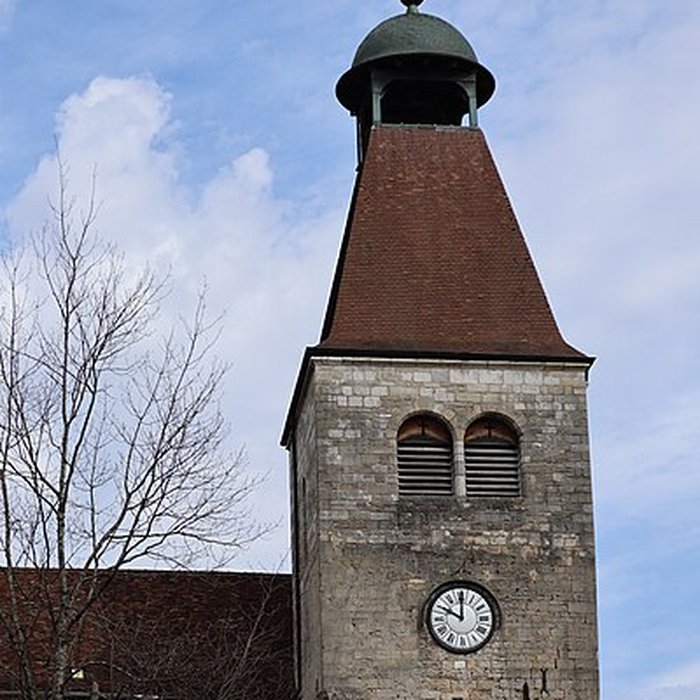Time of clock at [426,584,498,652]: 10:00
